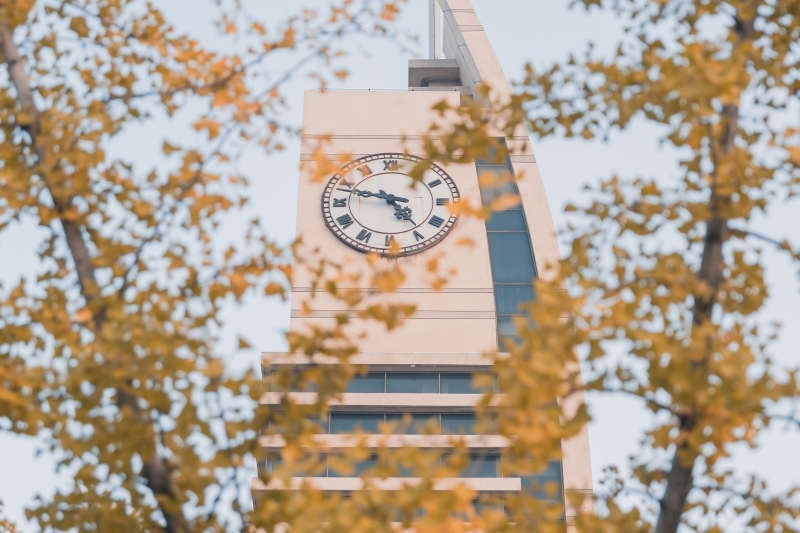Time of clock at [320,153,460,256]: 4:48
